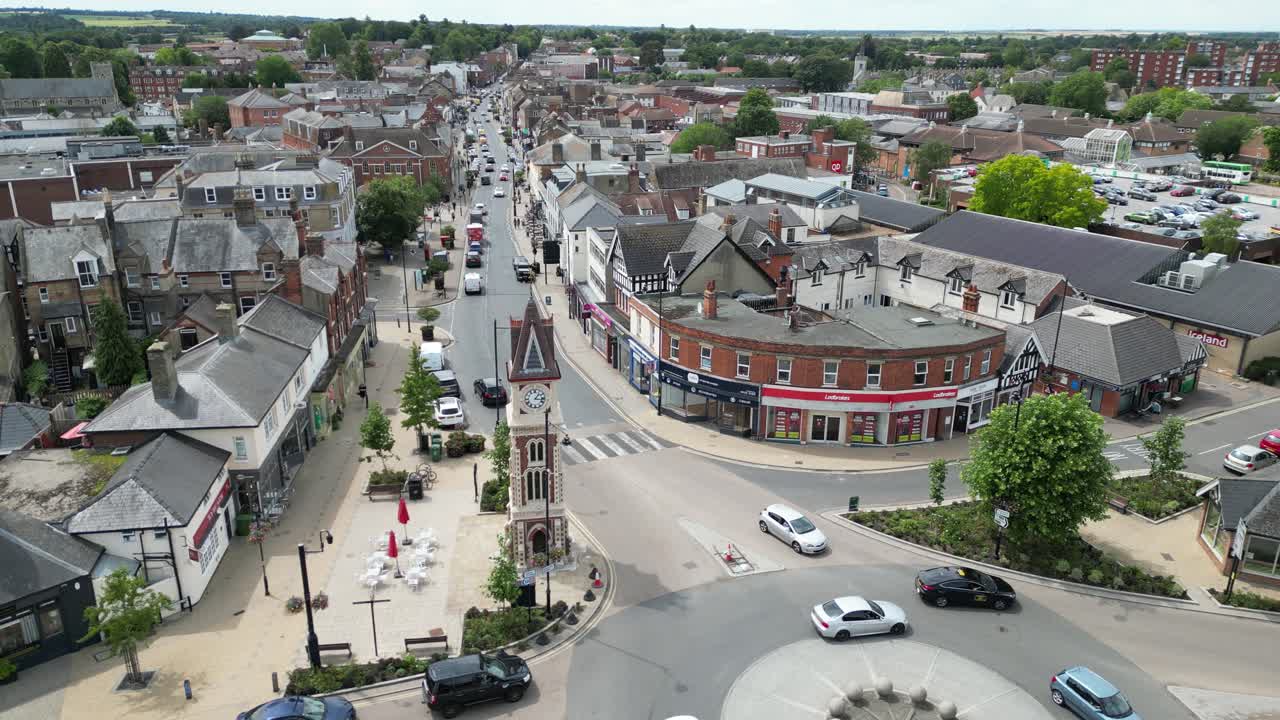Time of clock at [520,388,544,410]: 1:16
